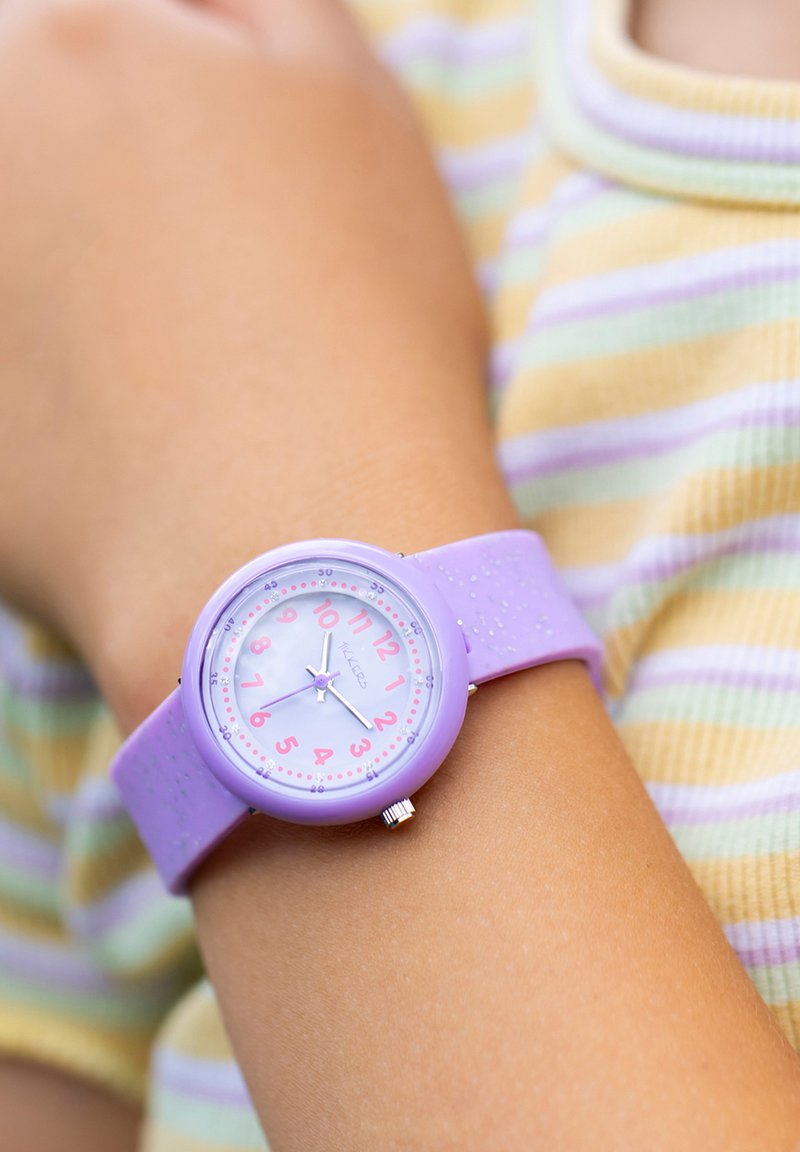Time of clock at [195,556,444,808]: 12:21
